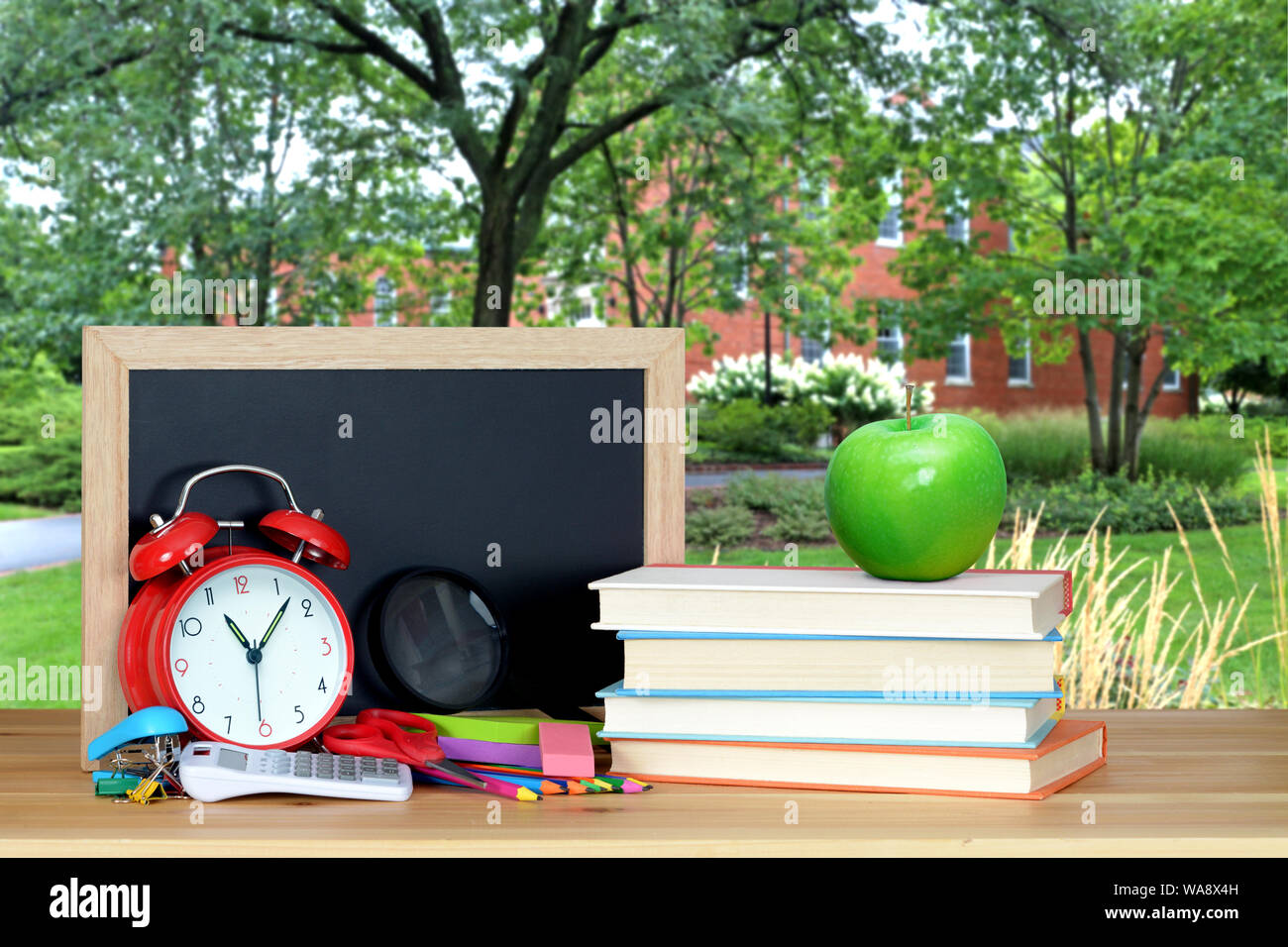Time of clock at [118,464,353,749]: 11:07
